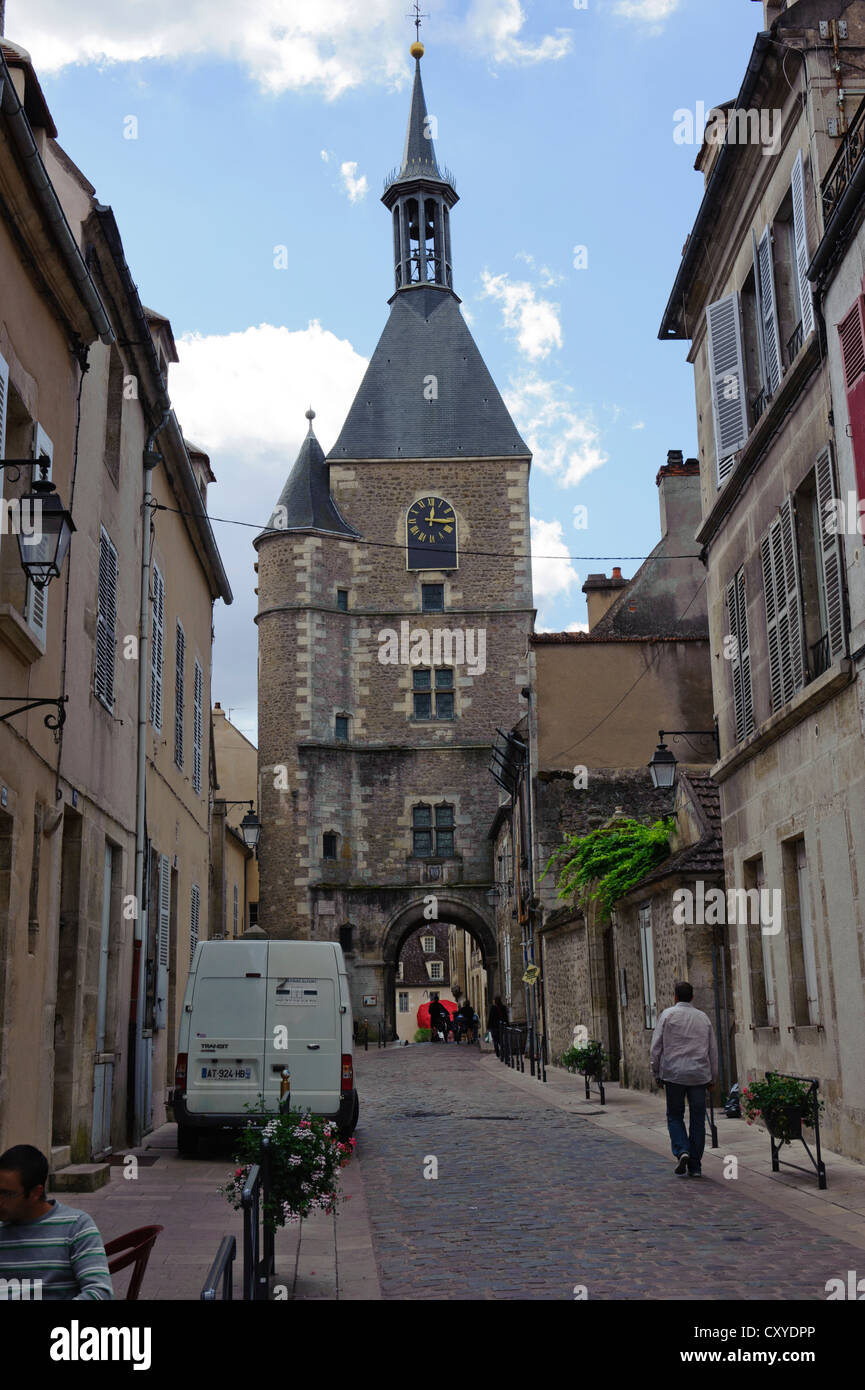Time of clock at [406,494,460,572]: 12:16
